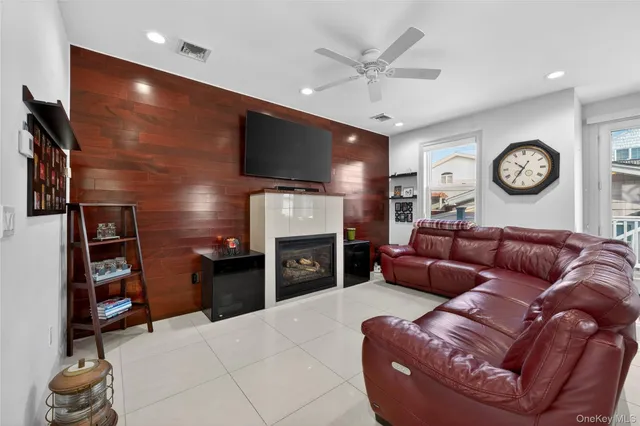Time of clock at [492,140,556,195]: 10:35
